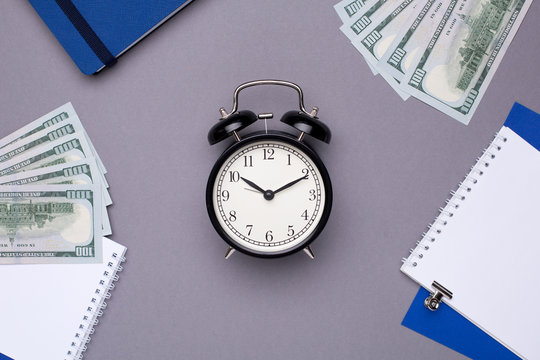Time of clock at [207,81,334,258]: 10:10
